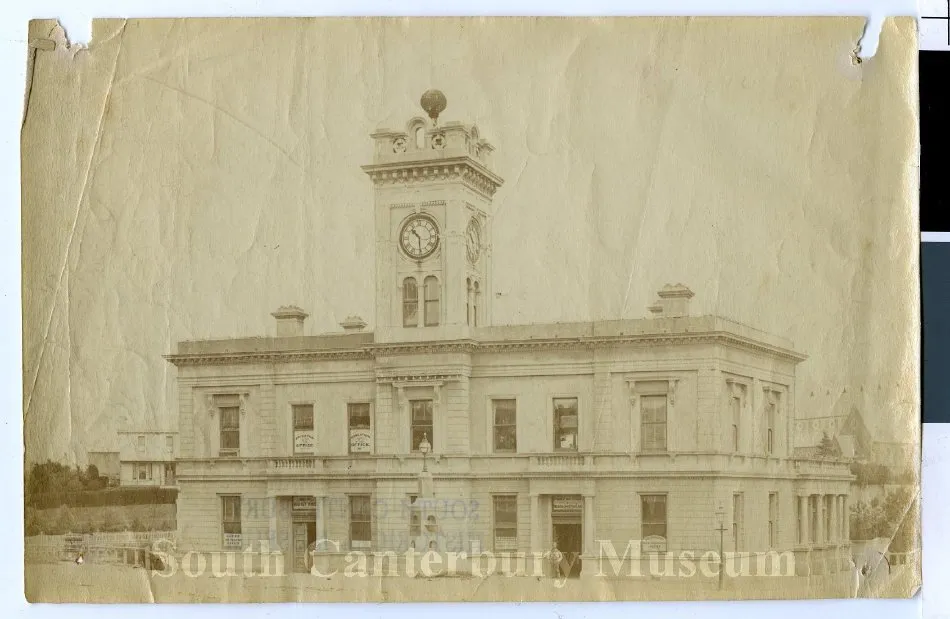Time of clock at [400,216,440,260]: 10:29
